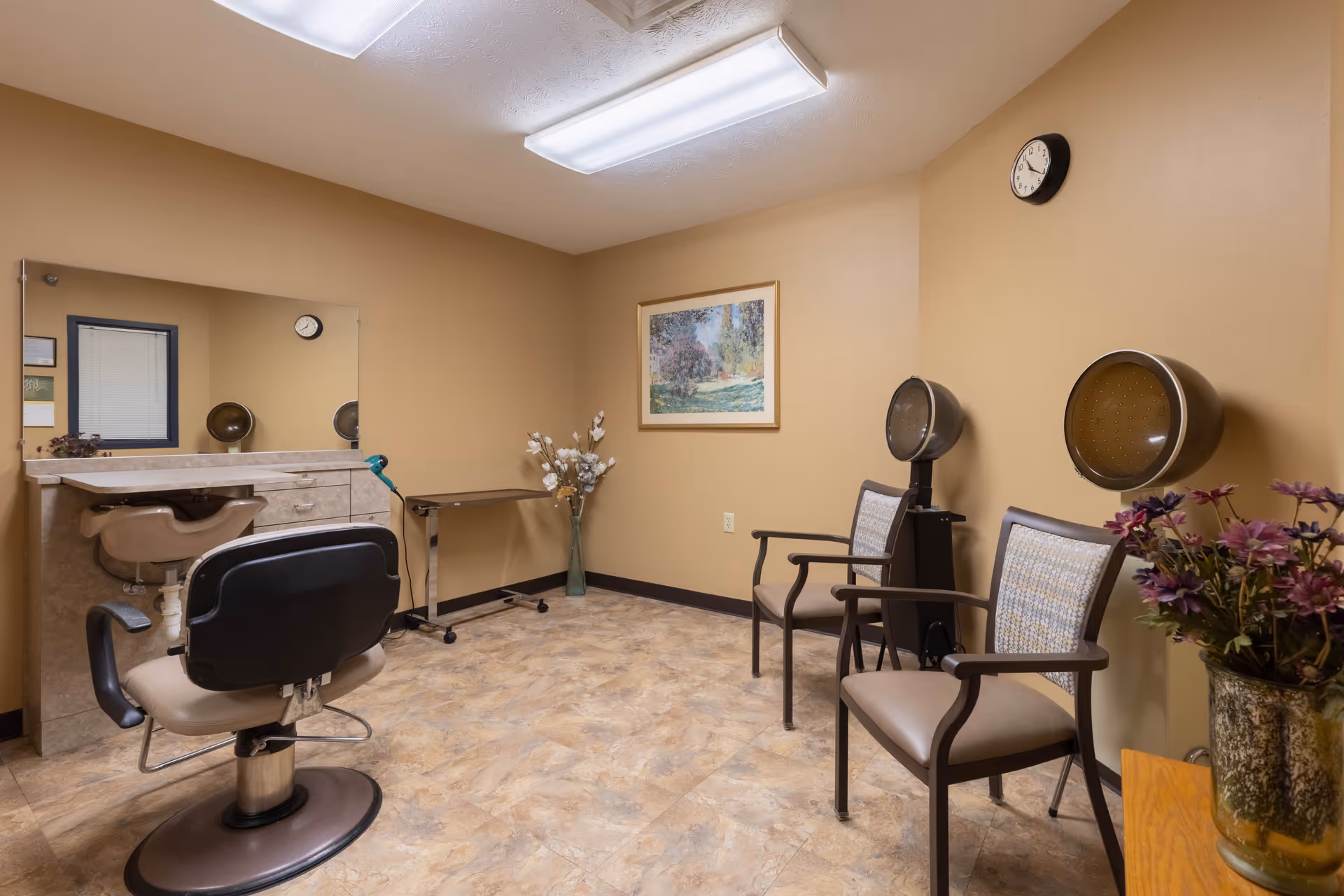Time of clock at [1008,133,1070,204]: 11:21
